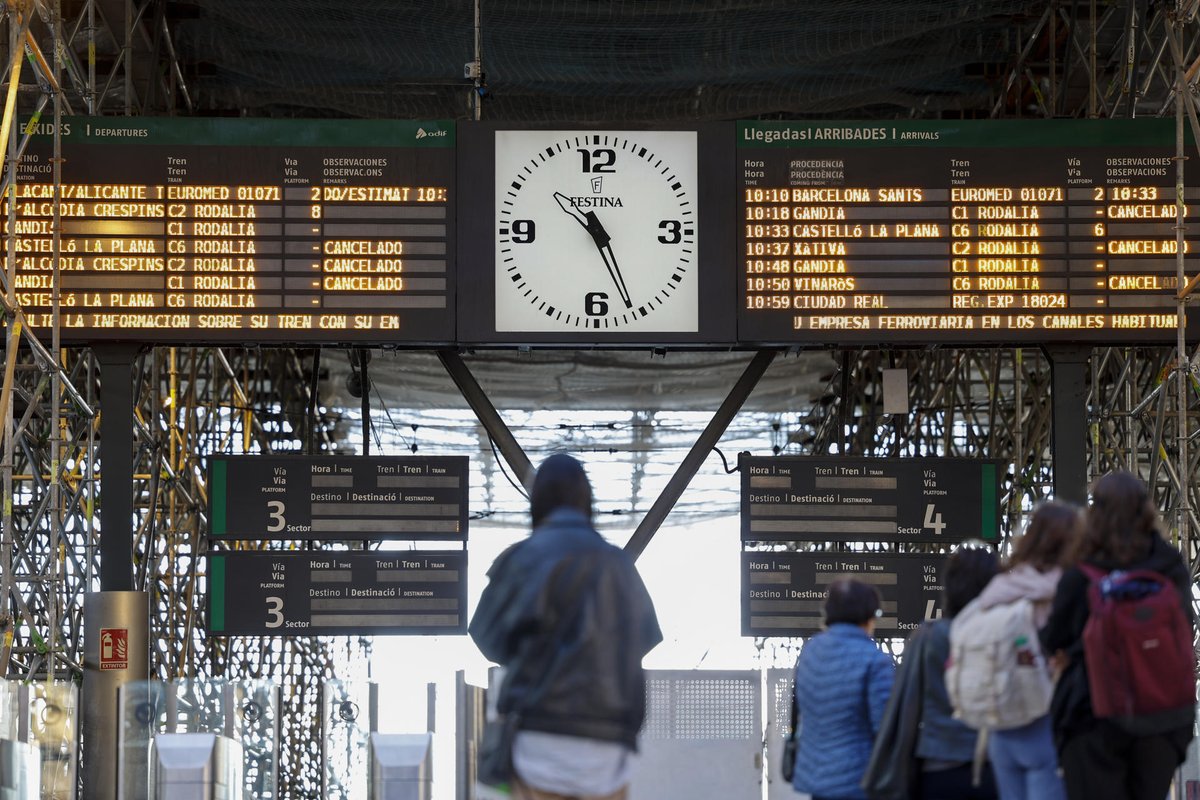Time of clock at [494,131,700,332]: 10:26
